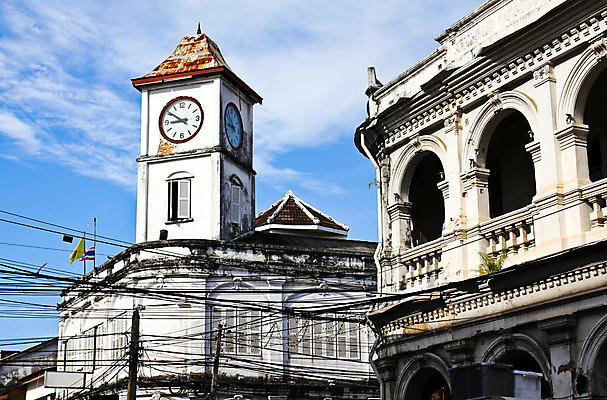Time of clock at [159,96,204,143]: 8:50
